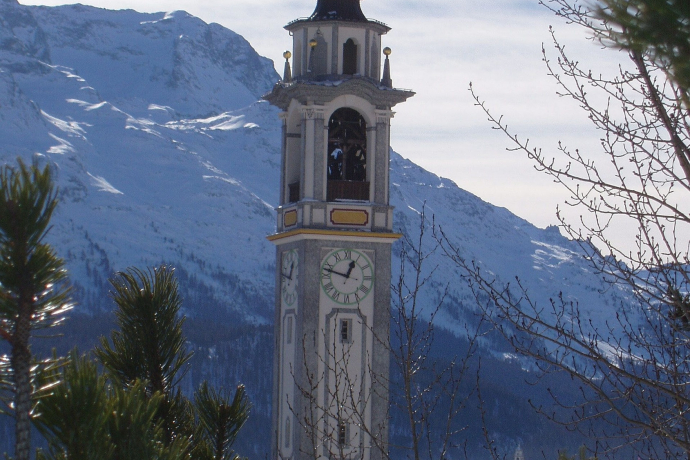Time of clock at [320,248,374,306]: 12:47
